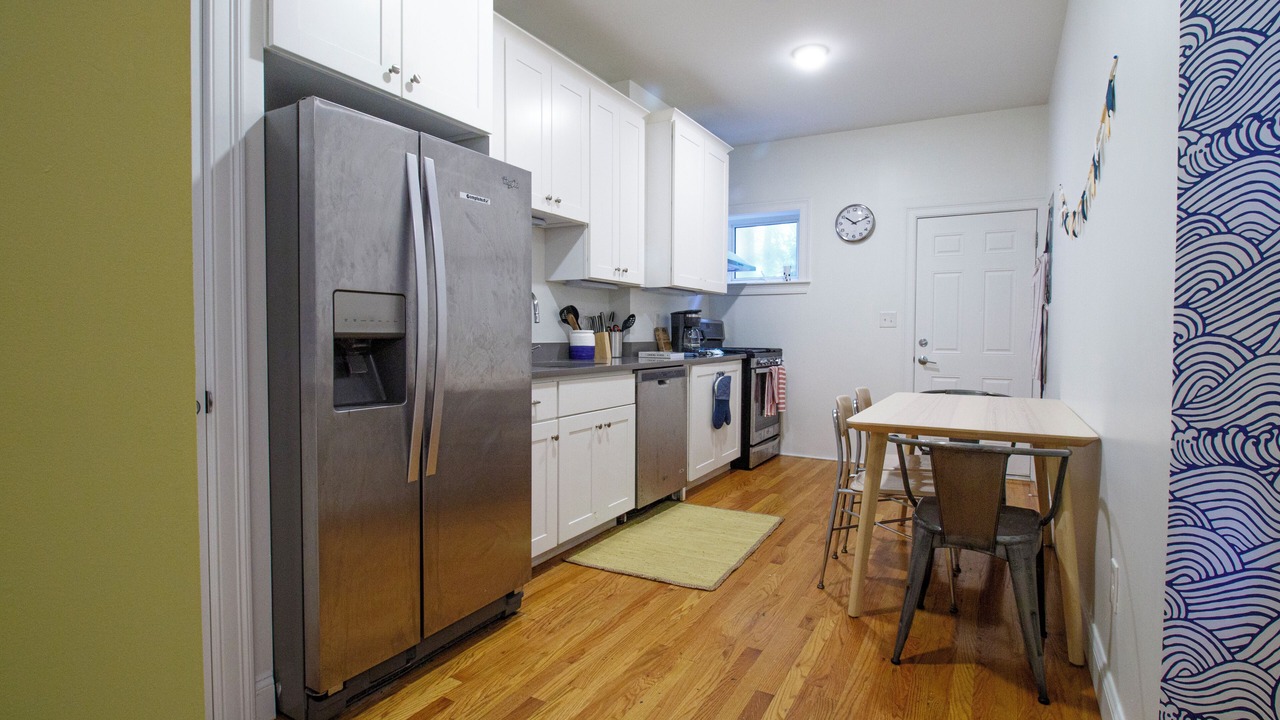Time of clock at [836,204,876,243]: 10:11
